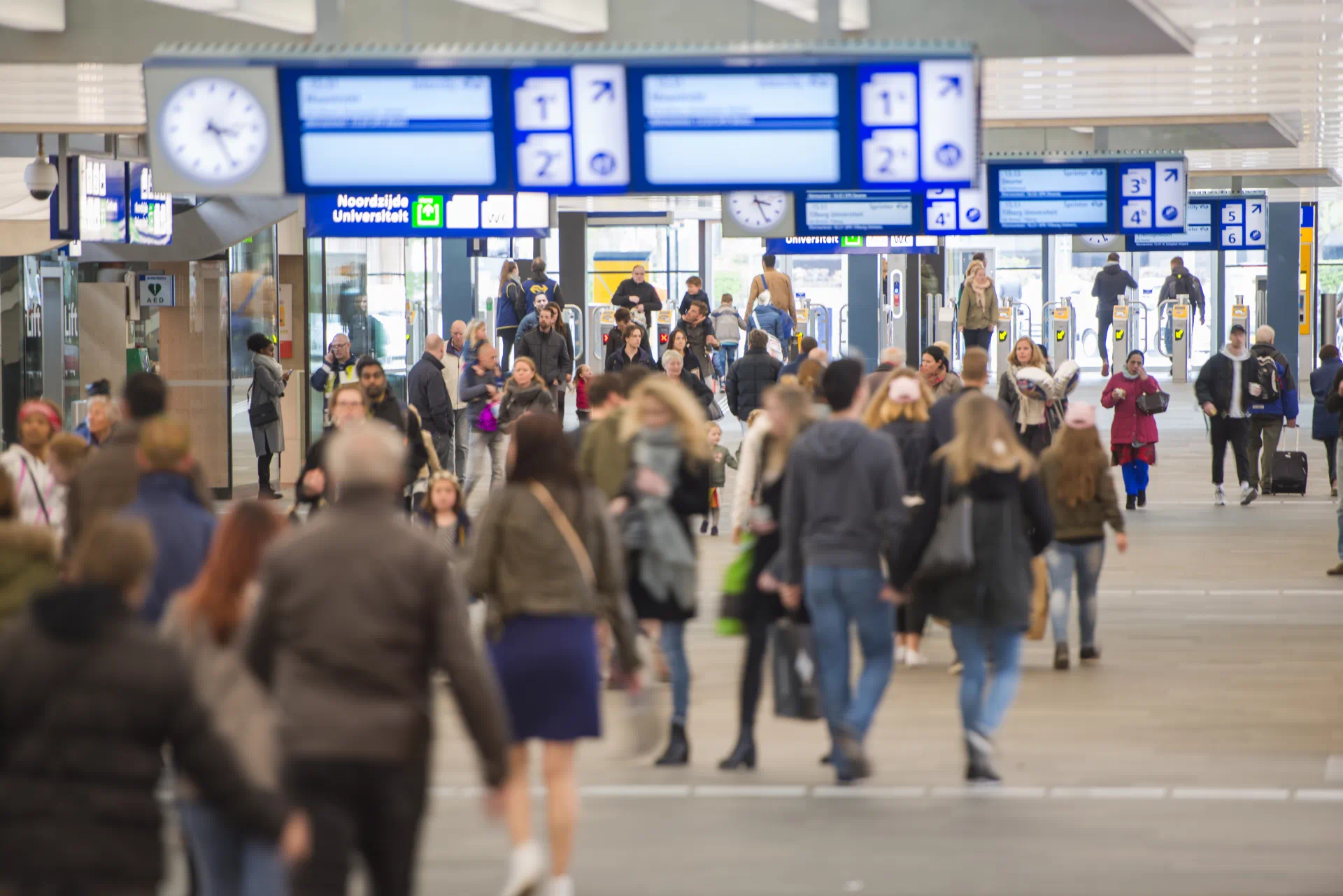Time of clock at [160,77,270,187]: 3:26
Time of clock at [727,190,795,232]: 3:26
